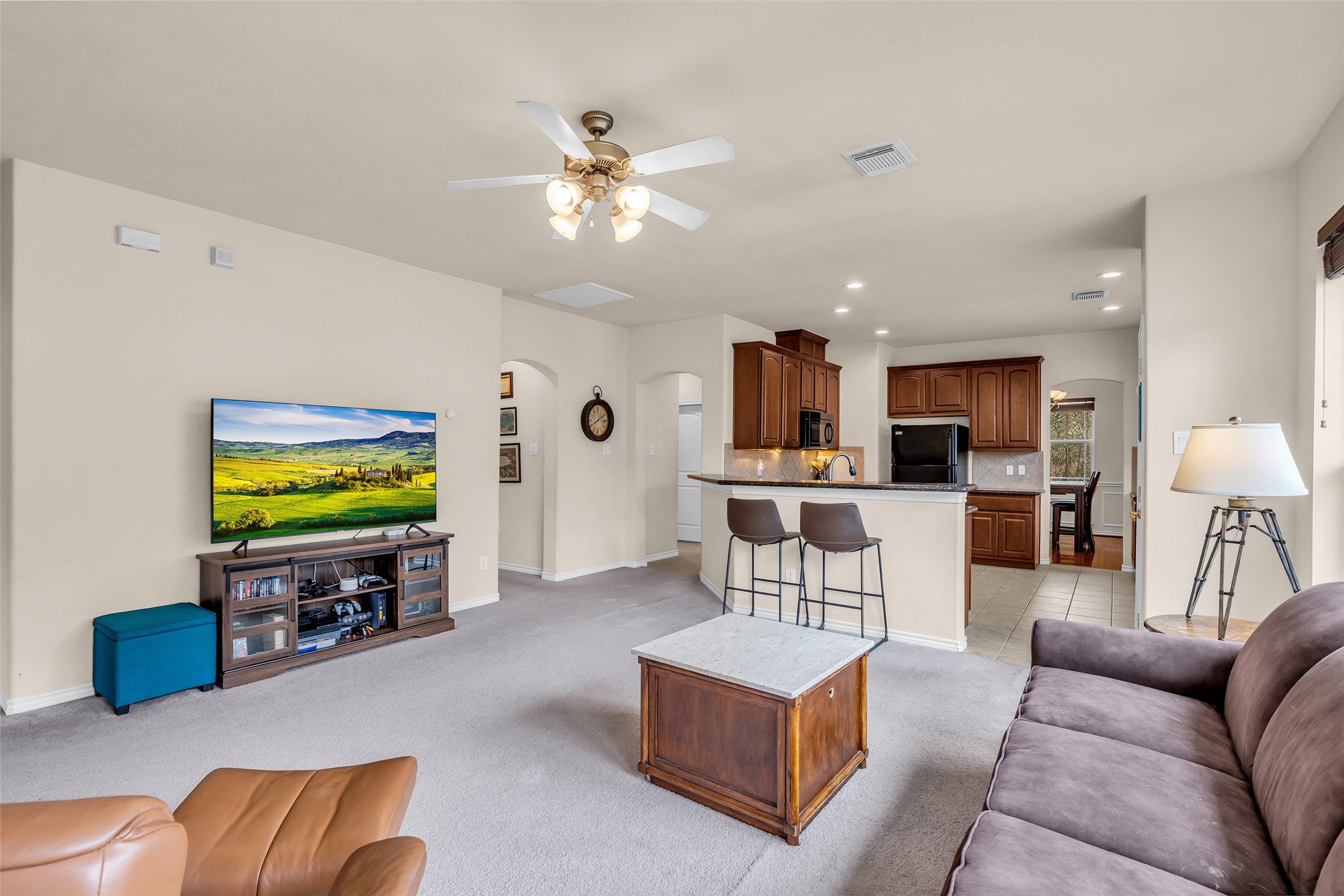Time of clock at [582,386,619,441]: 8:10
